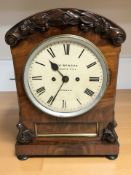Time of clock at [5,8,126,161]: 10:34
